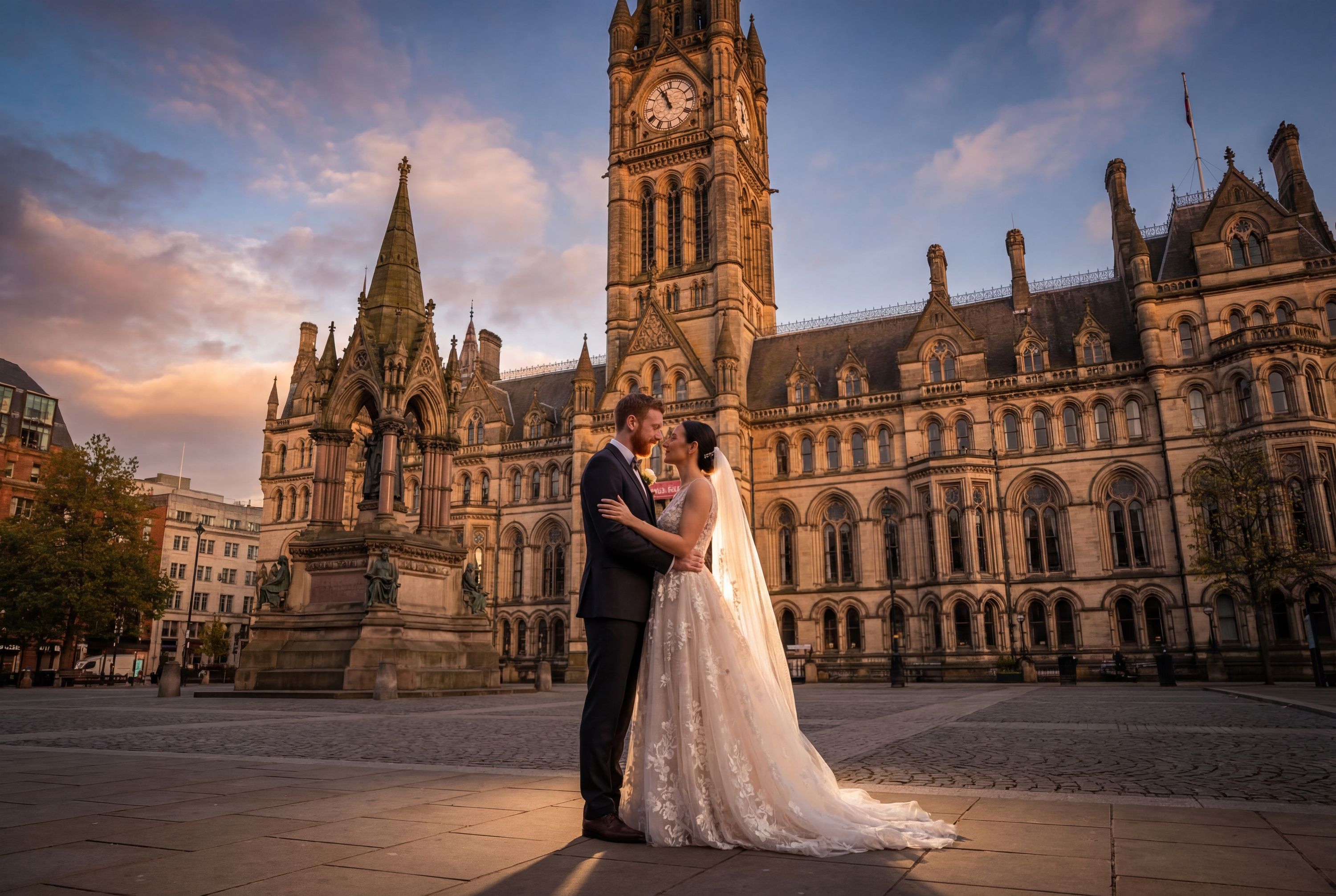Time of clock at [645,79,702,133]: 10:56
